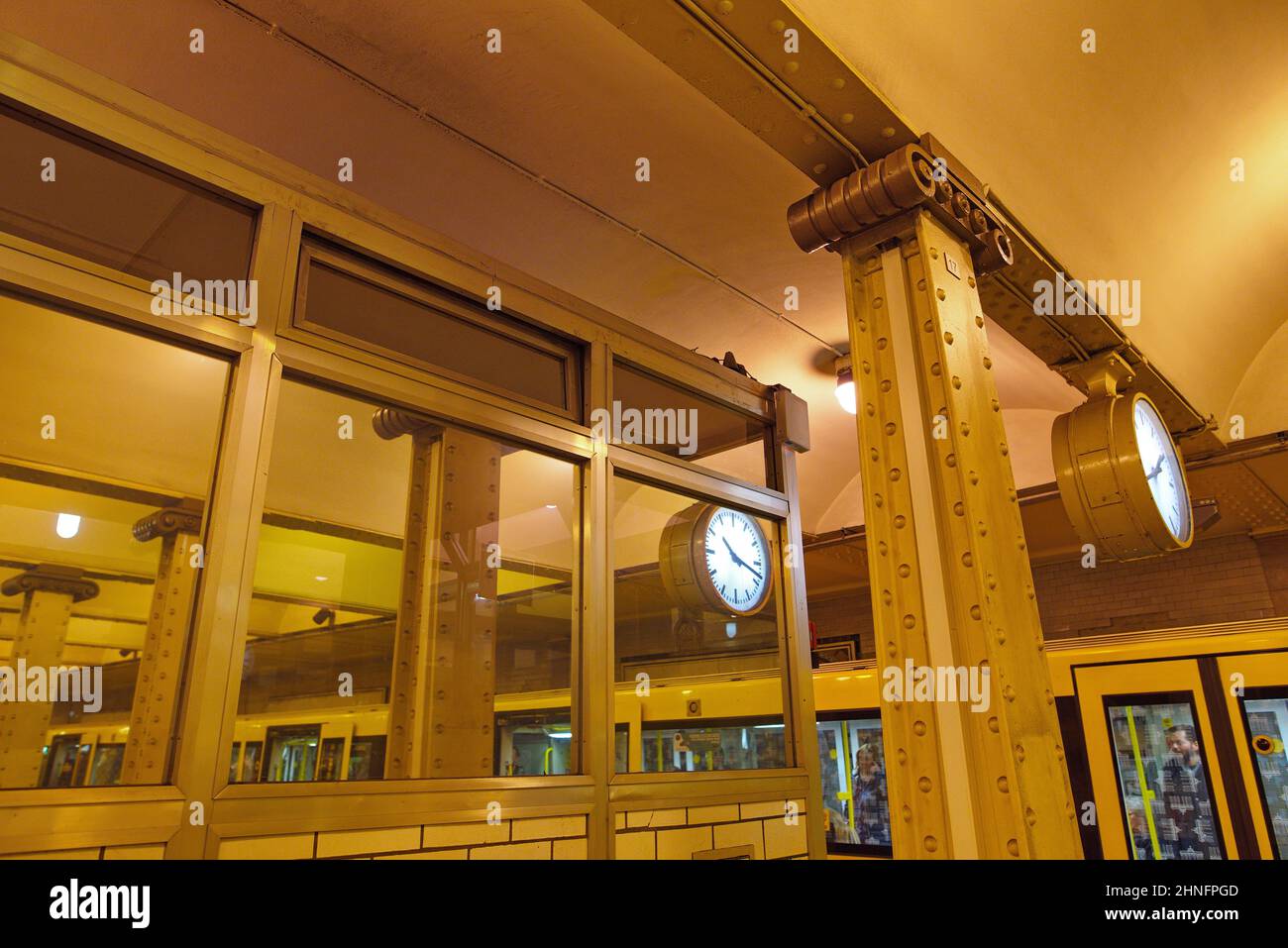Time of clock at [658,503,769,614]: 10:17
